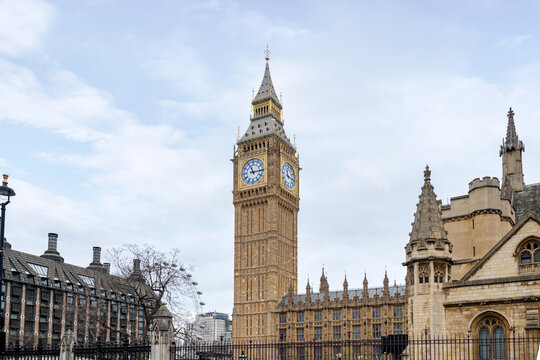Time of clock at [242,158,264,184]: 11:14
